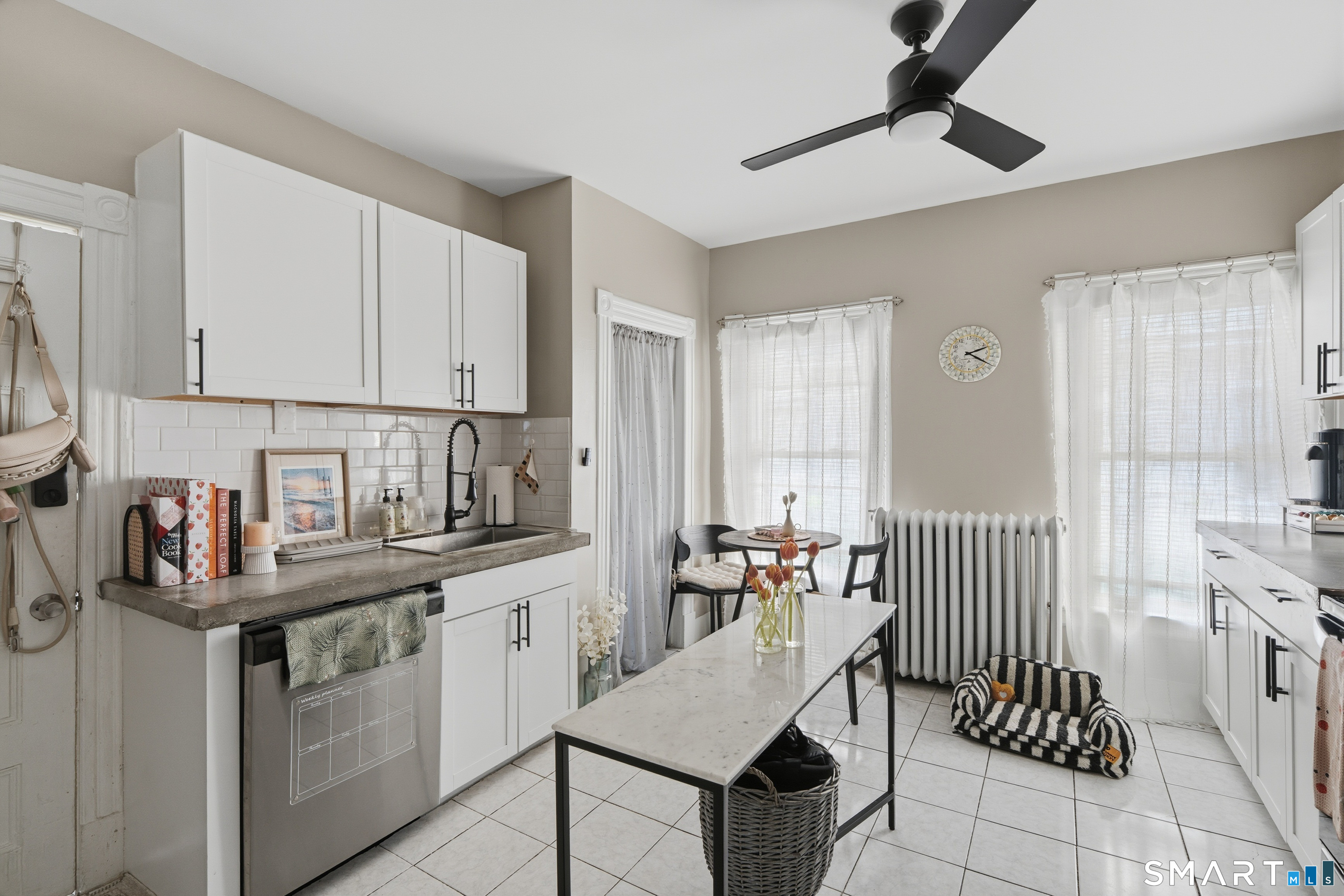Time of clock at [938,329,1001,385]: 2:19
